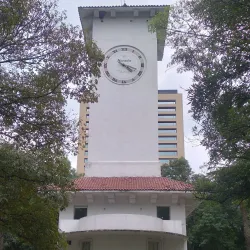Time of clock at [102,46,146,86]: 4:18
